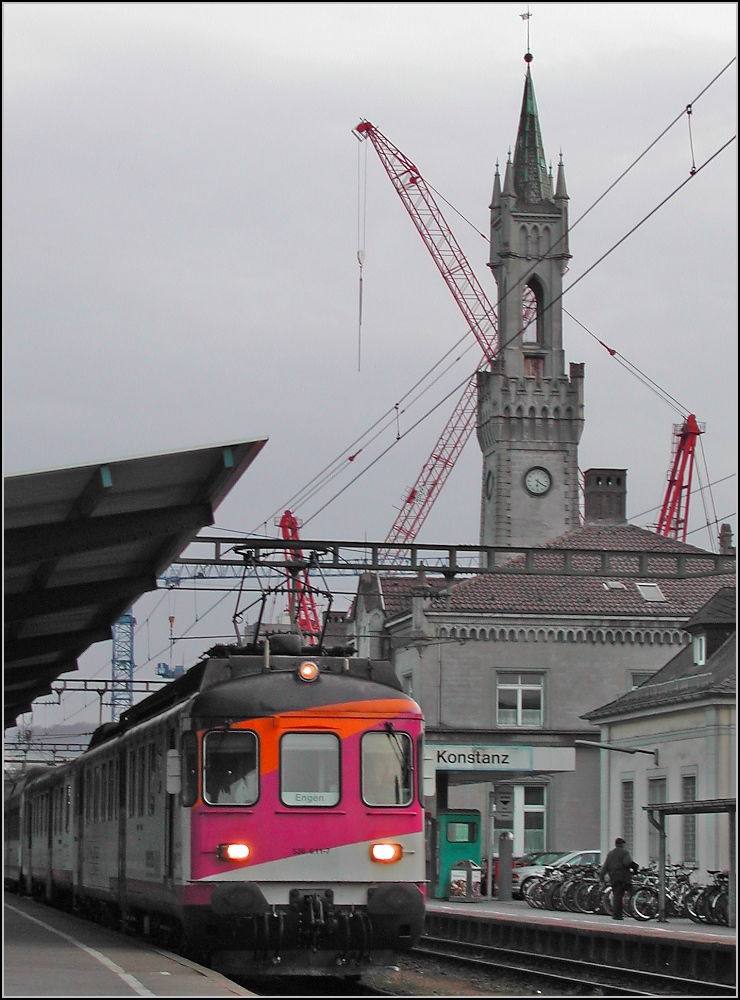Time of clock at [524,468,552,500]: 6:20
